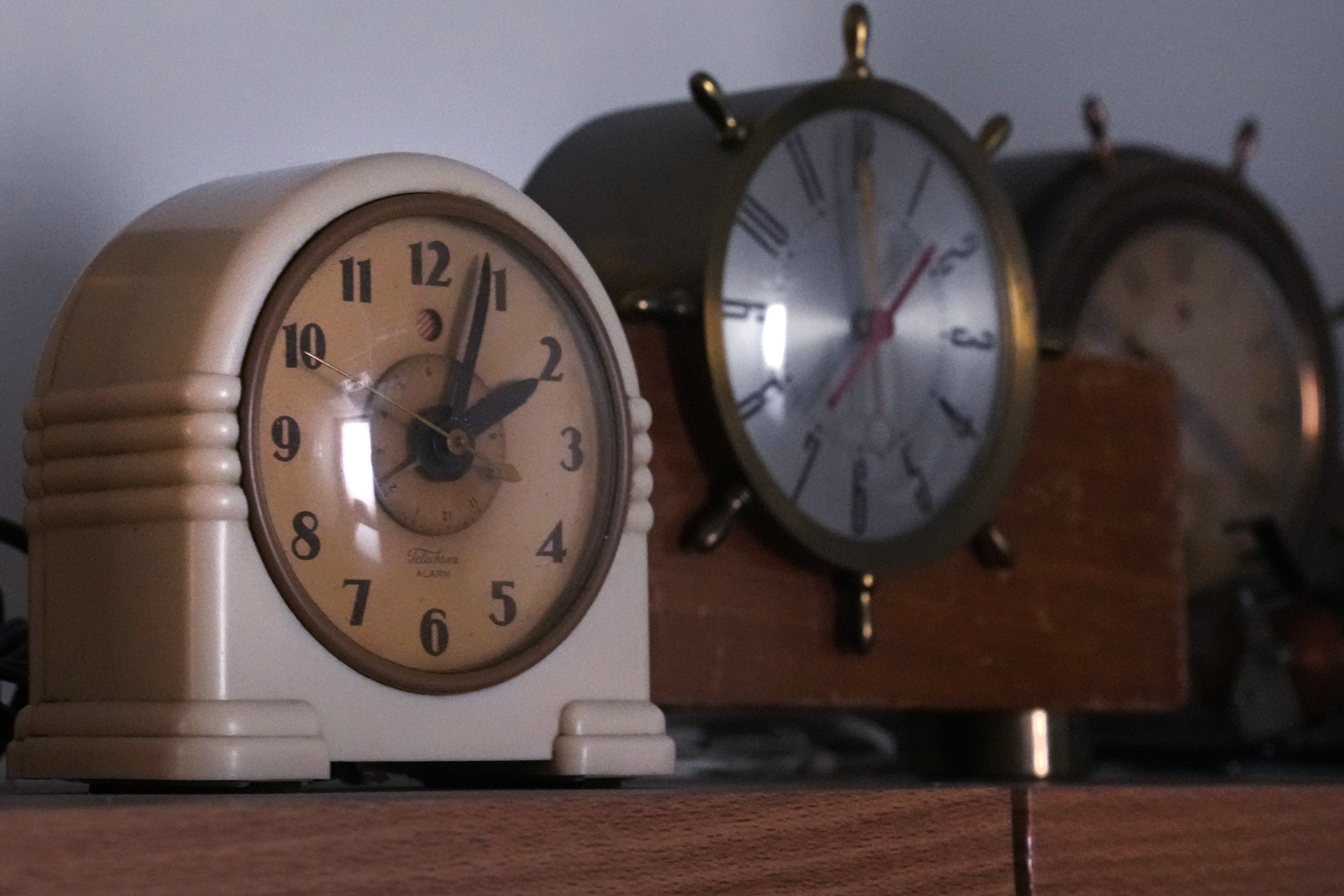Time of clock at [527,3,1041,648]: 2:03
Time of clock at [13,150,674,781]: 2:03
